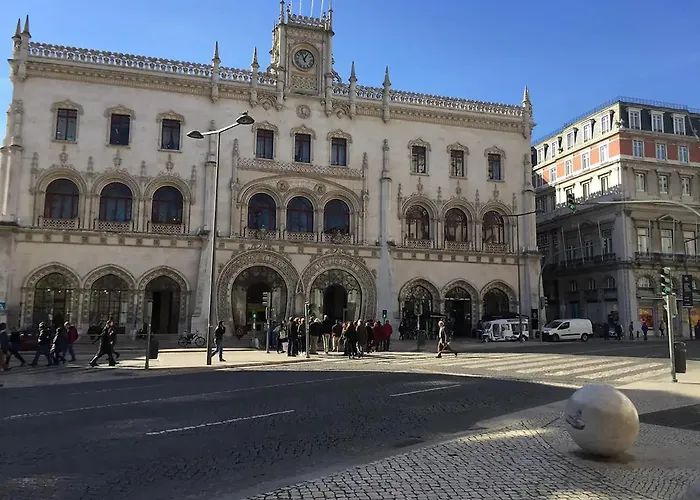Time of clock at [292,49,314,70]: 12:57
